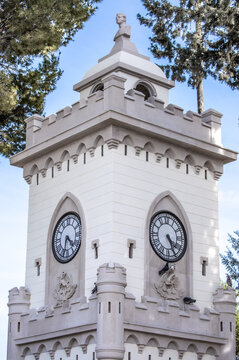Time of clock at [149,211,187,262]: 4:25
